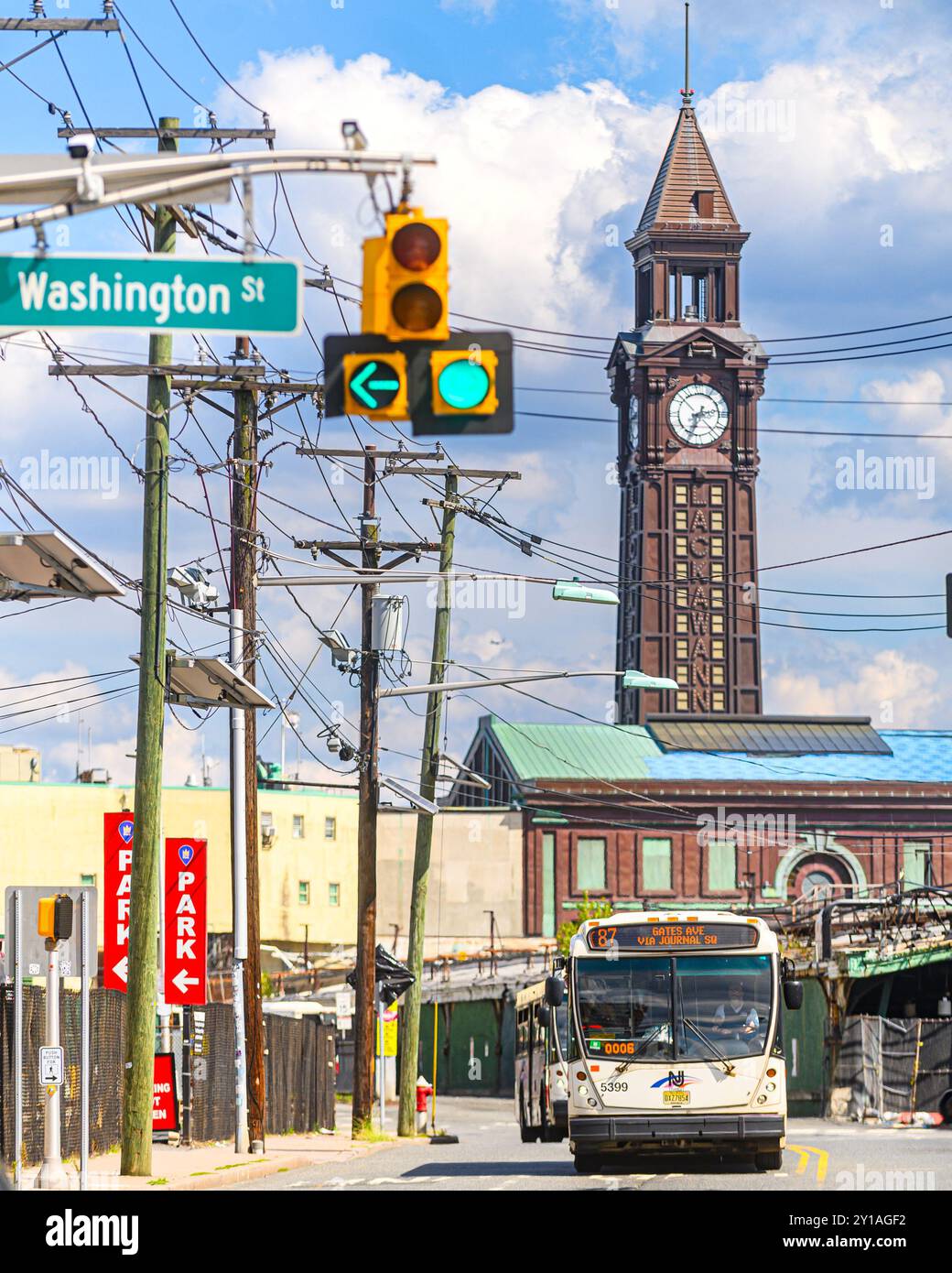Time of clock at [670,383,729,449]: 2:33
